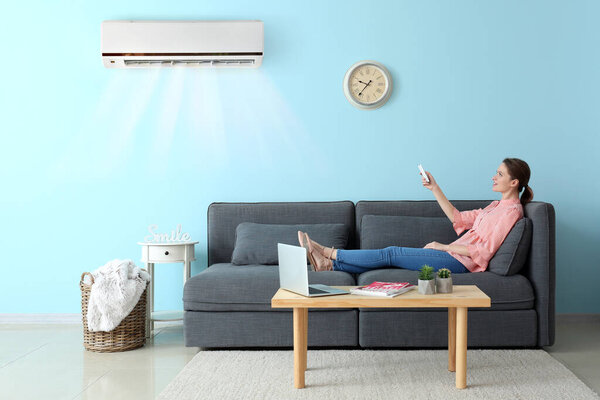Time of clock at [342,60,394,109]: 9:36
